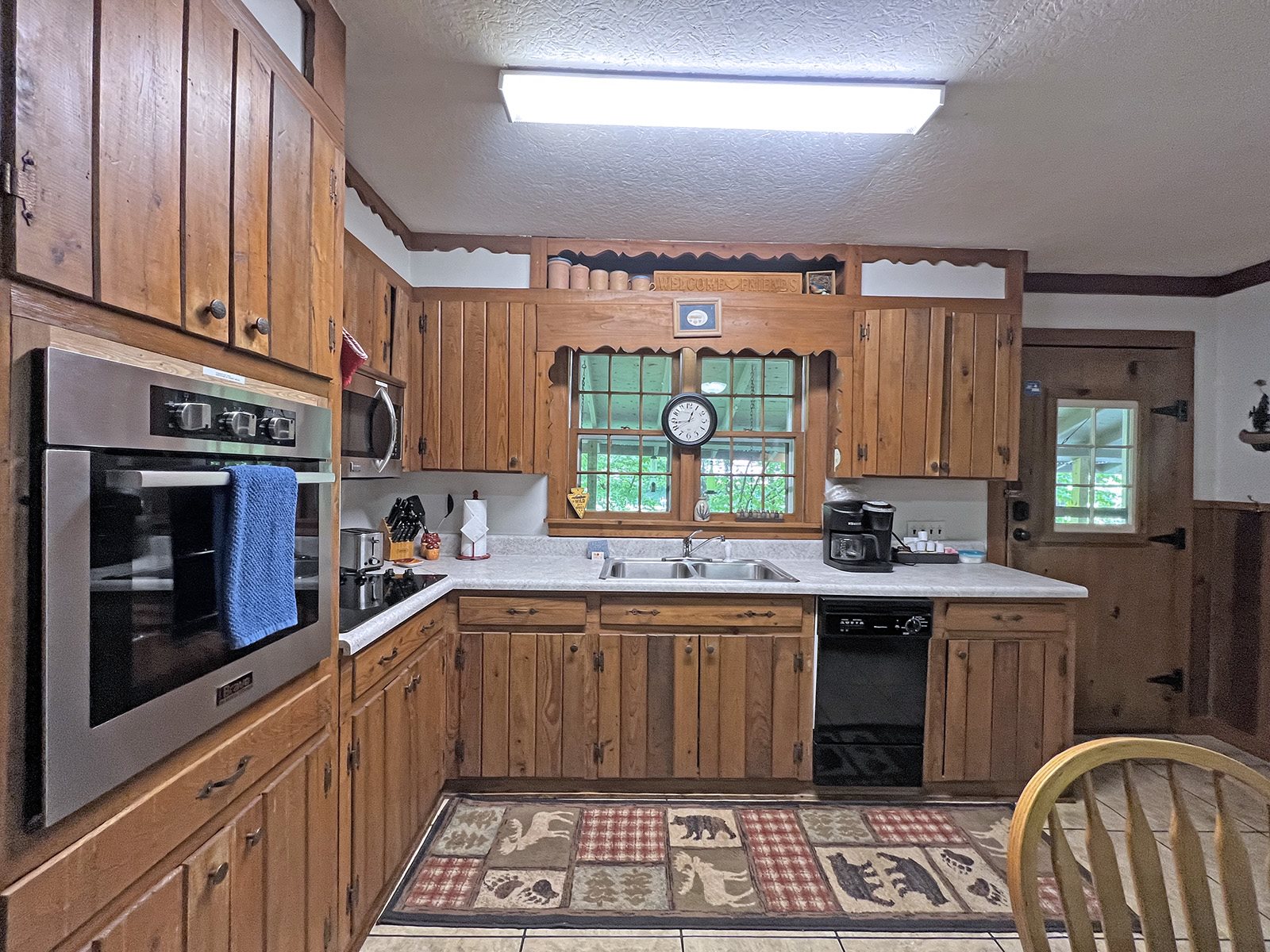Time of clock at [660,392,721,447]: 12:43
